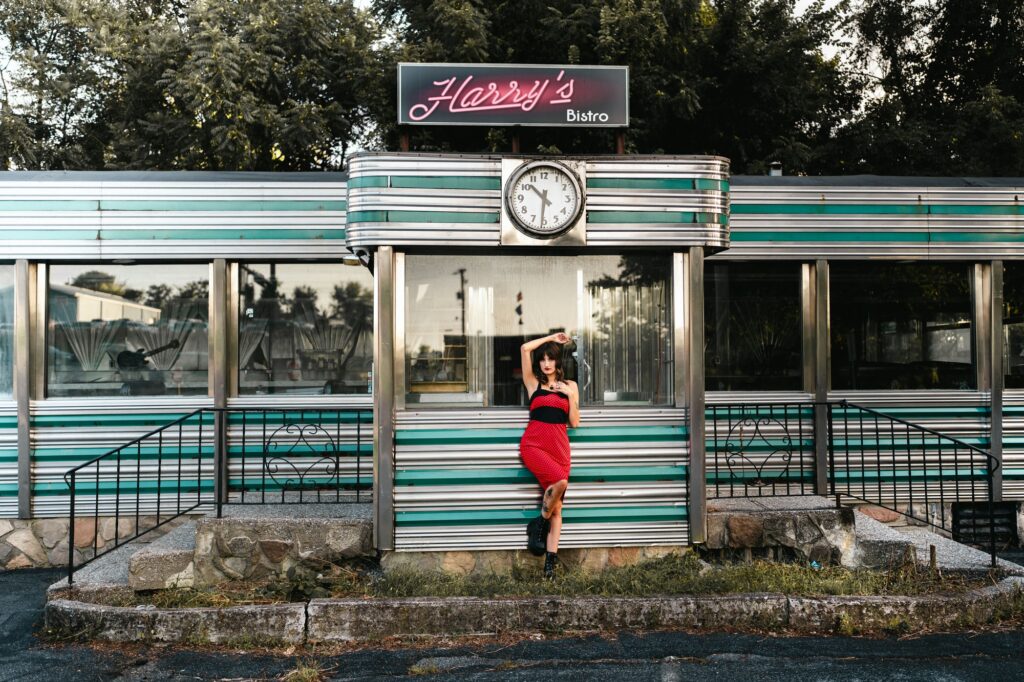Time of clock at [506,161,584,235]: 10:31
